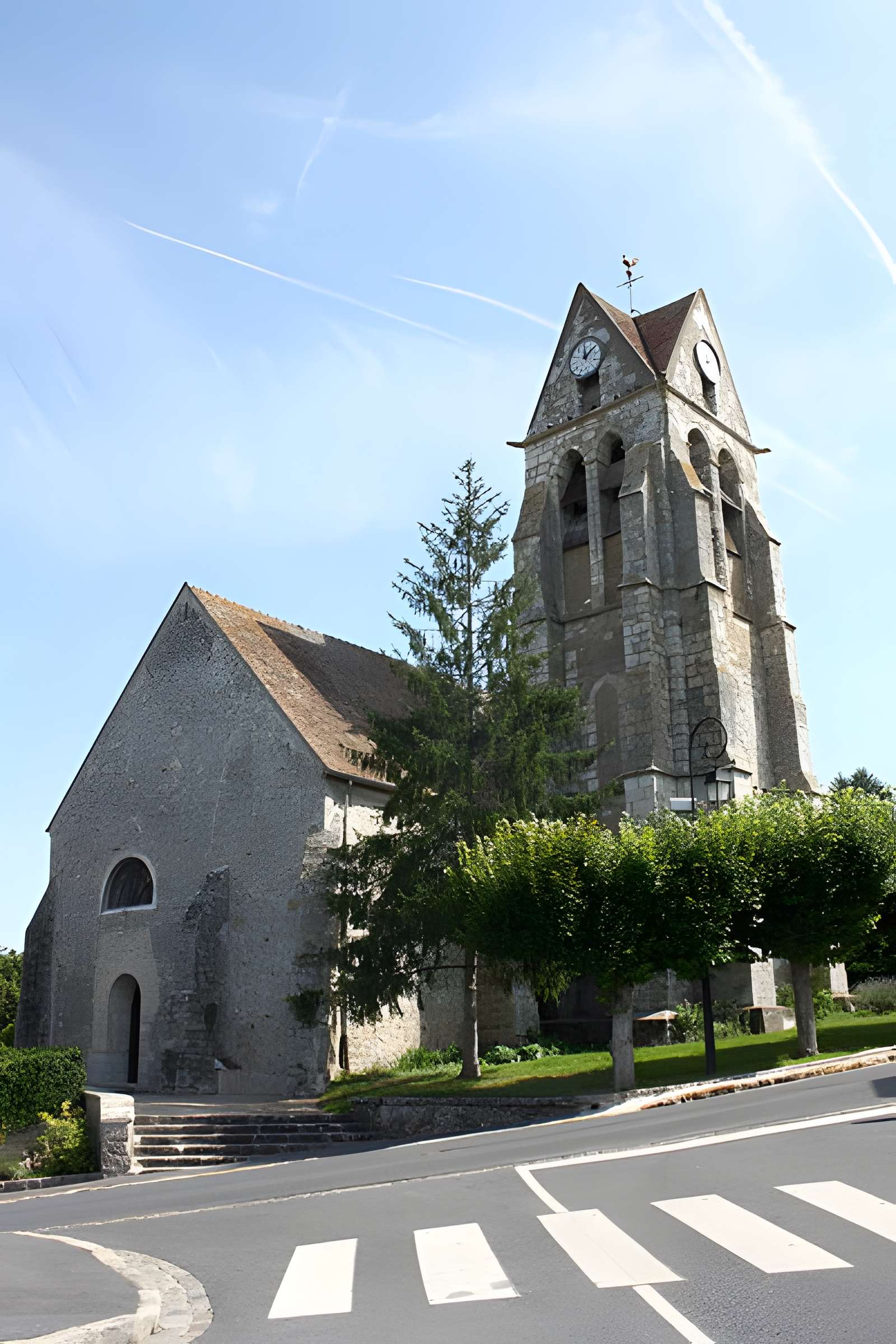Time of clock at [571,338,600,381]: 12:07
